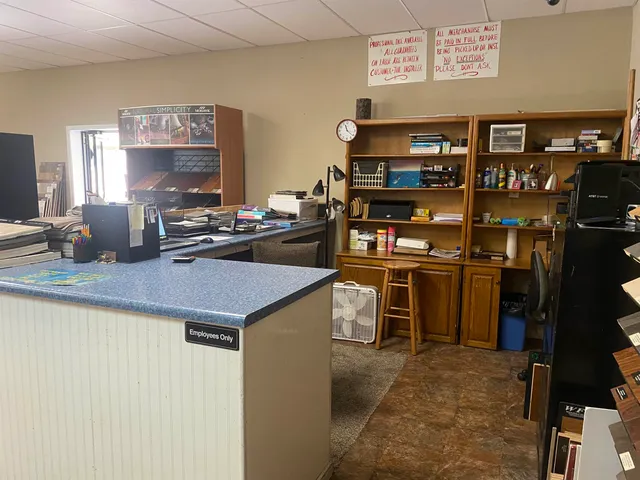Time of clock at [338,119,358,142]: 11:21
